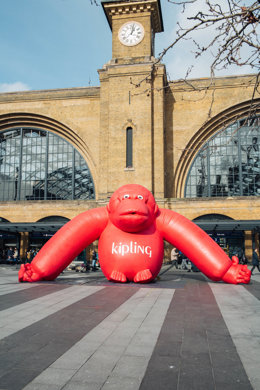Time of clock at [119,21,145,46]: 1:02
